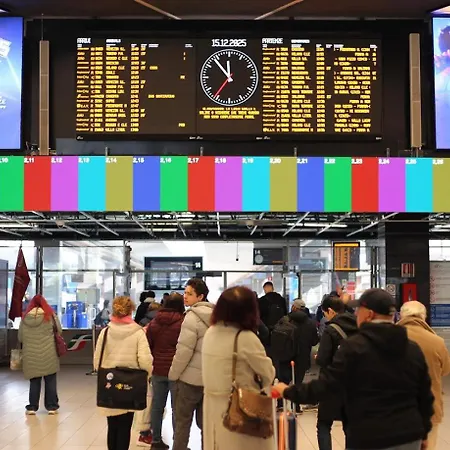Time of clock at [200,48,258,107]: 11:53
